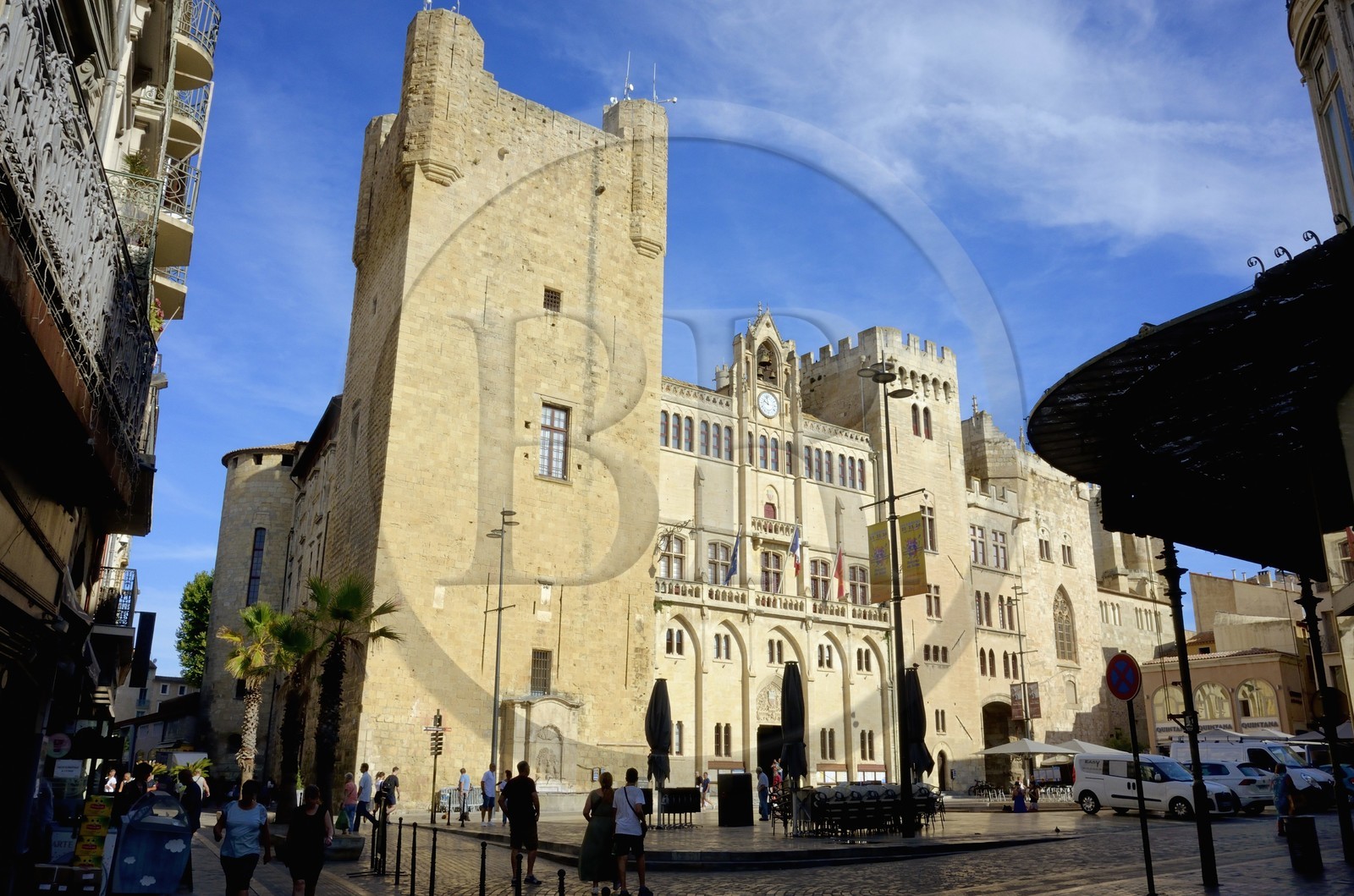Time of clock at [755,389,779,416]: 9:57
